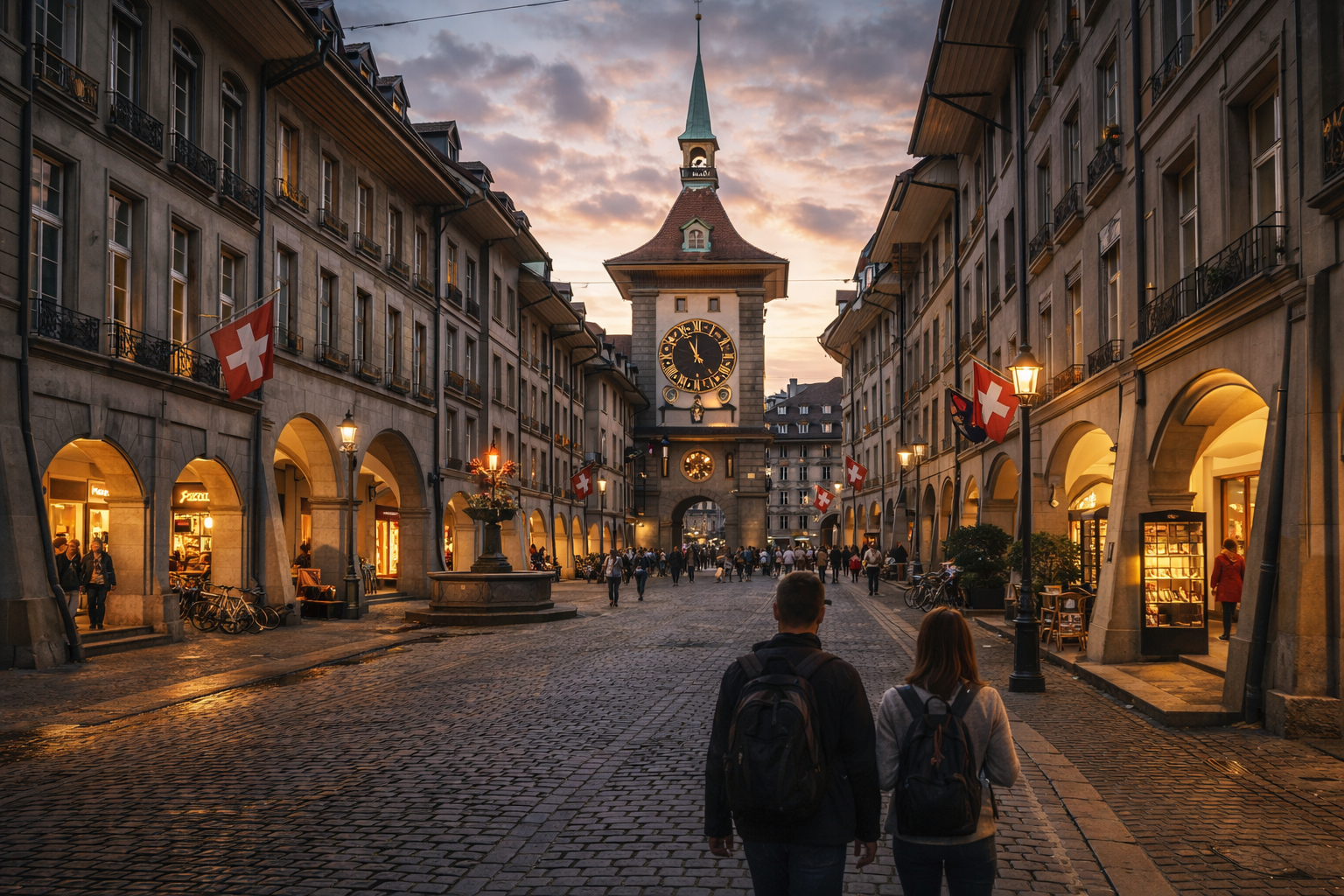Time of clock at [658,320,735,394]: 10:59
